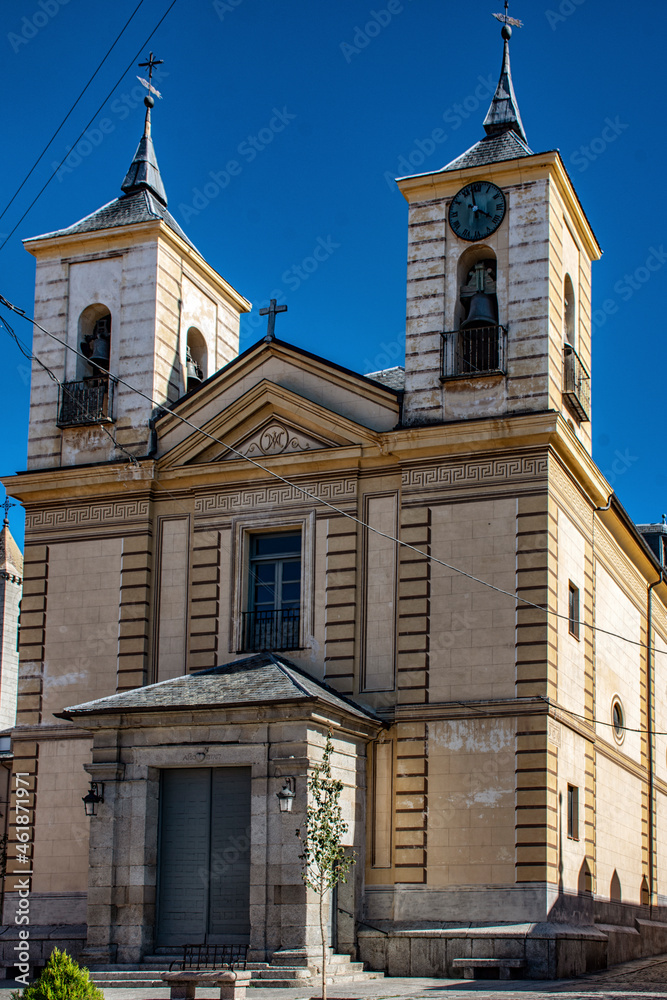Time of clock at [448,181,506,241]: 3:58
